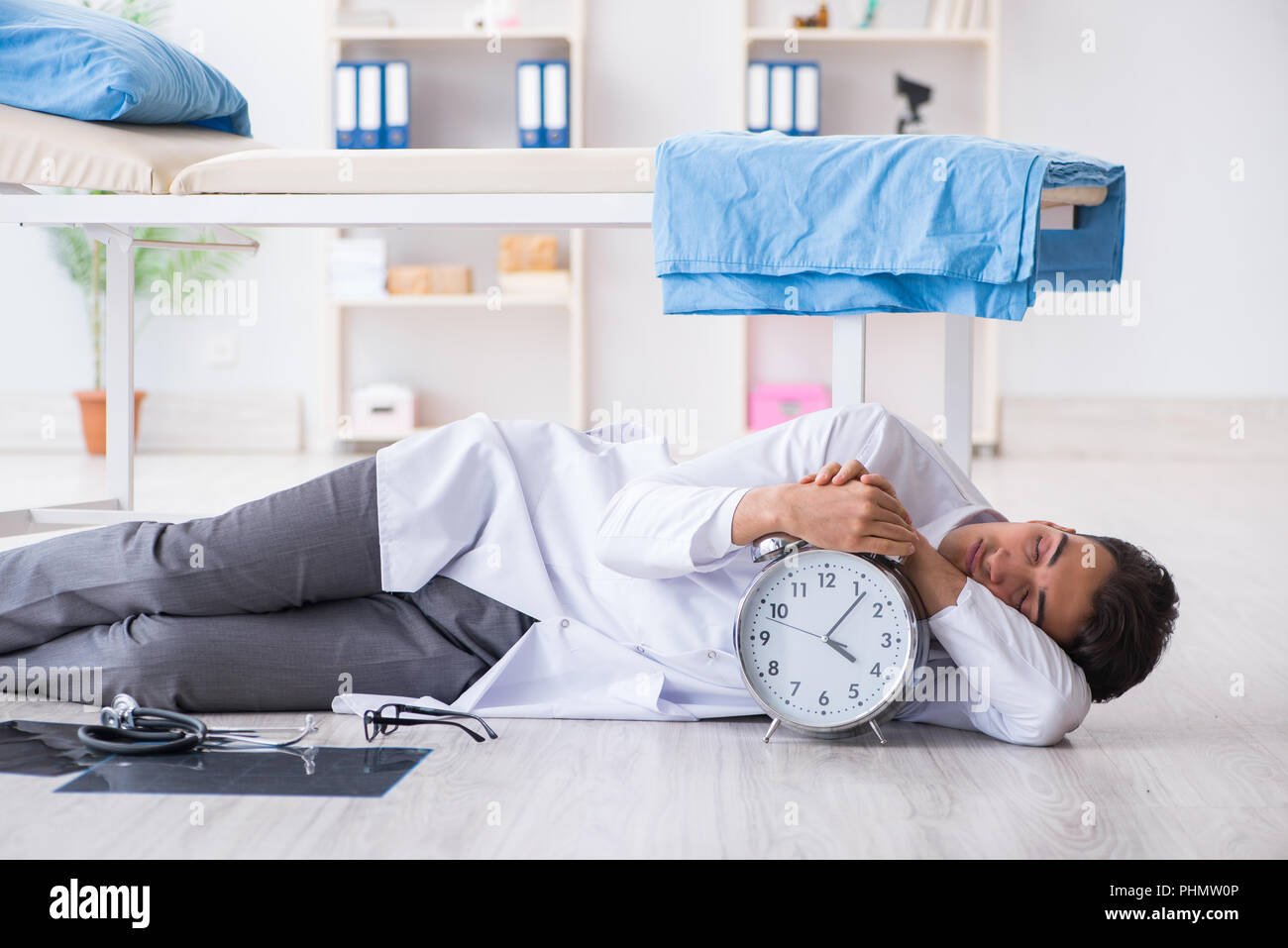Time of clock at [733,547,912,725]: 4:06
